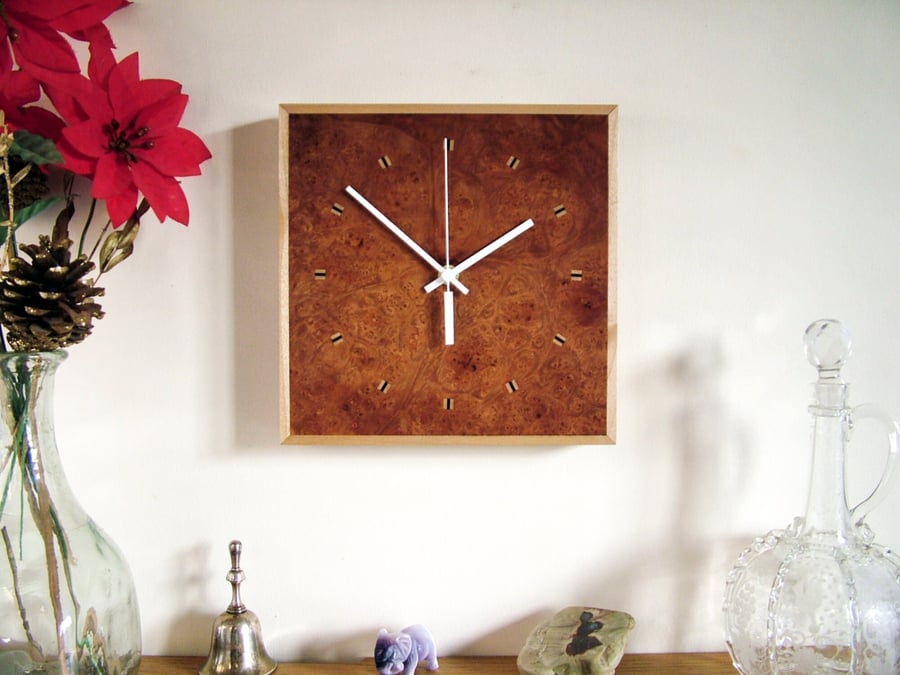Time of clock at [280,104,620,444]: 1:51
